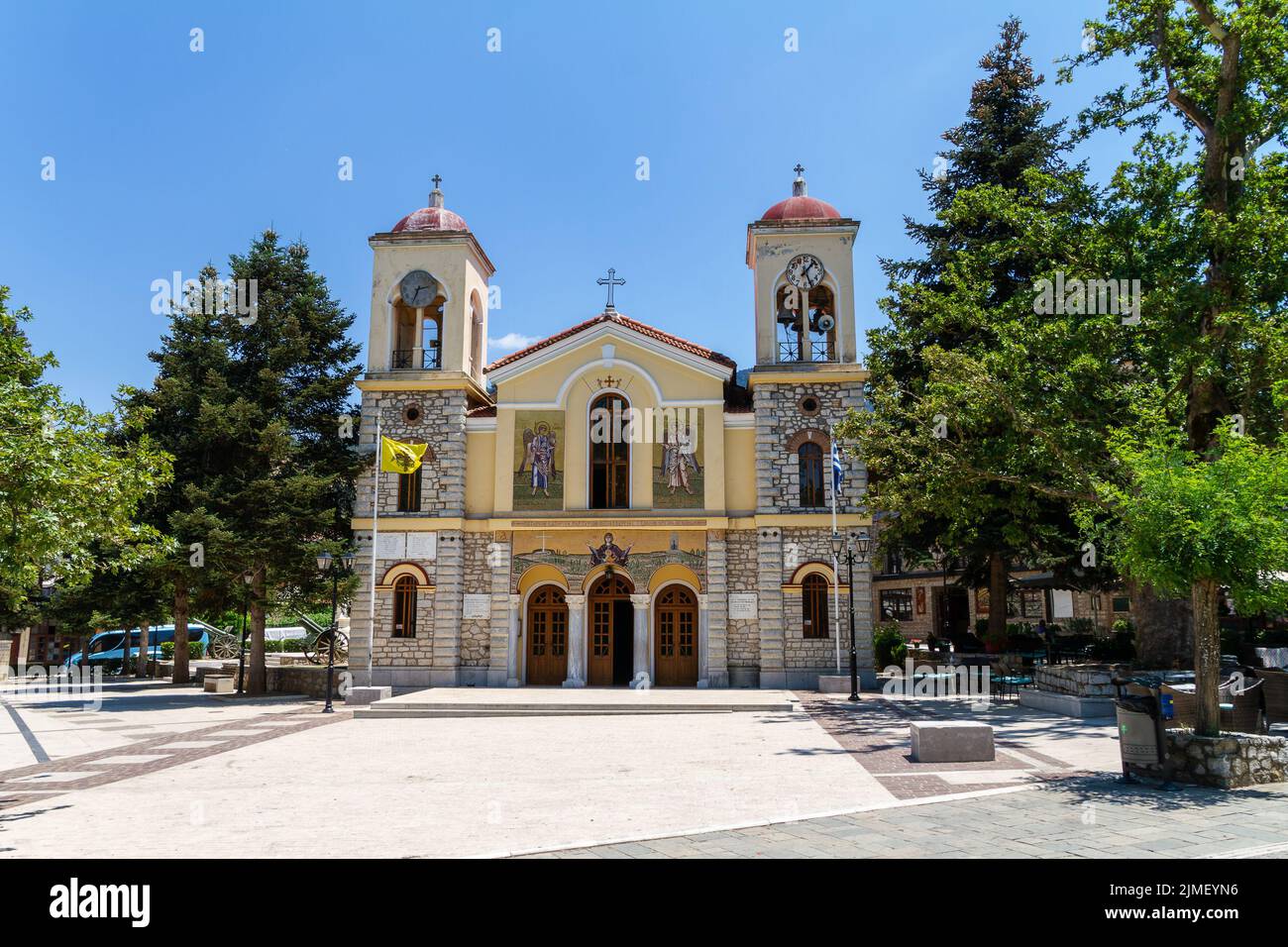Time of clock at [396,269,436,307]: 2:33
